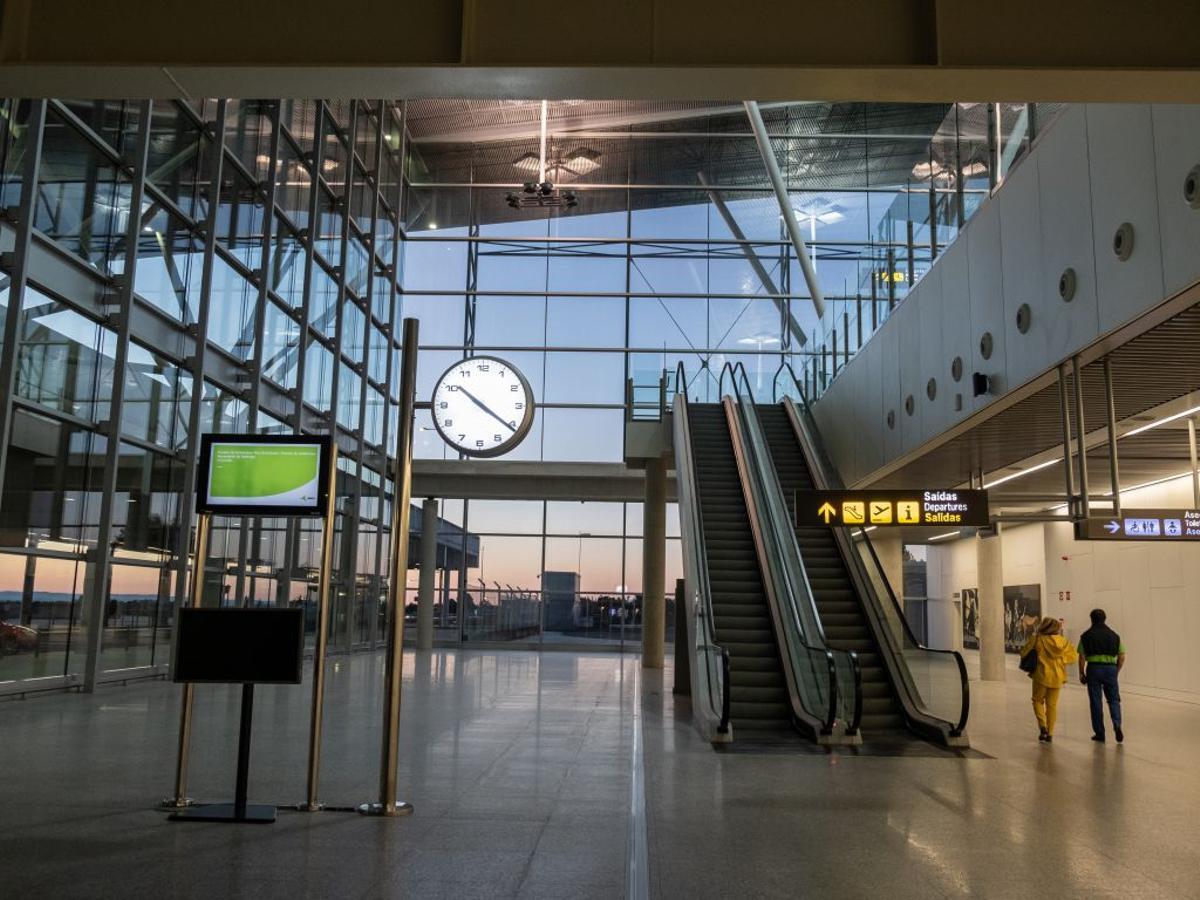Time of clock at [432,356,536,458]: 10:20
